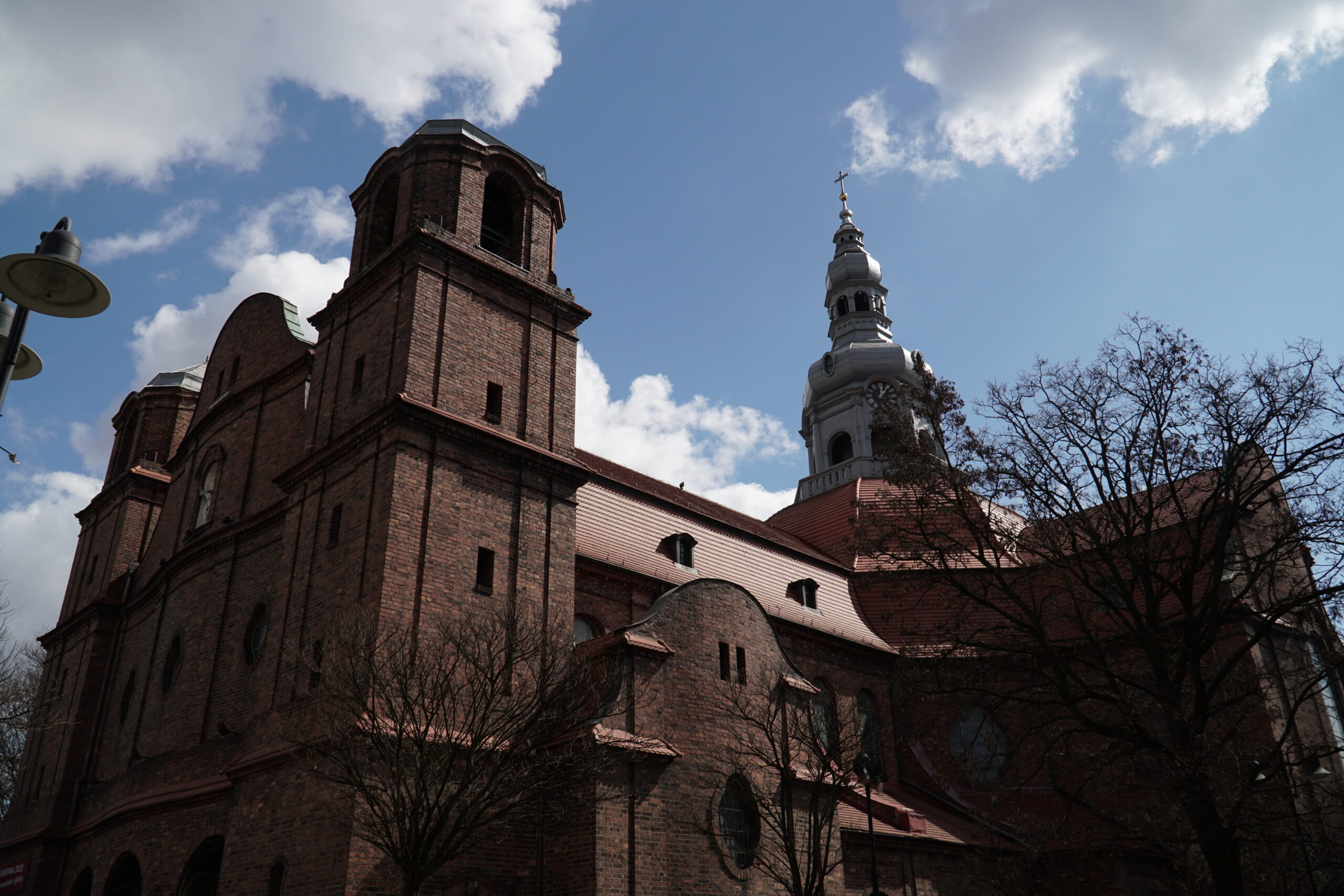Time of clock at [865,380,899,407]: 12:06
